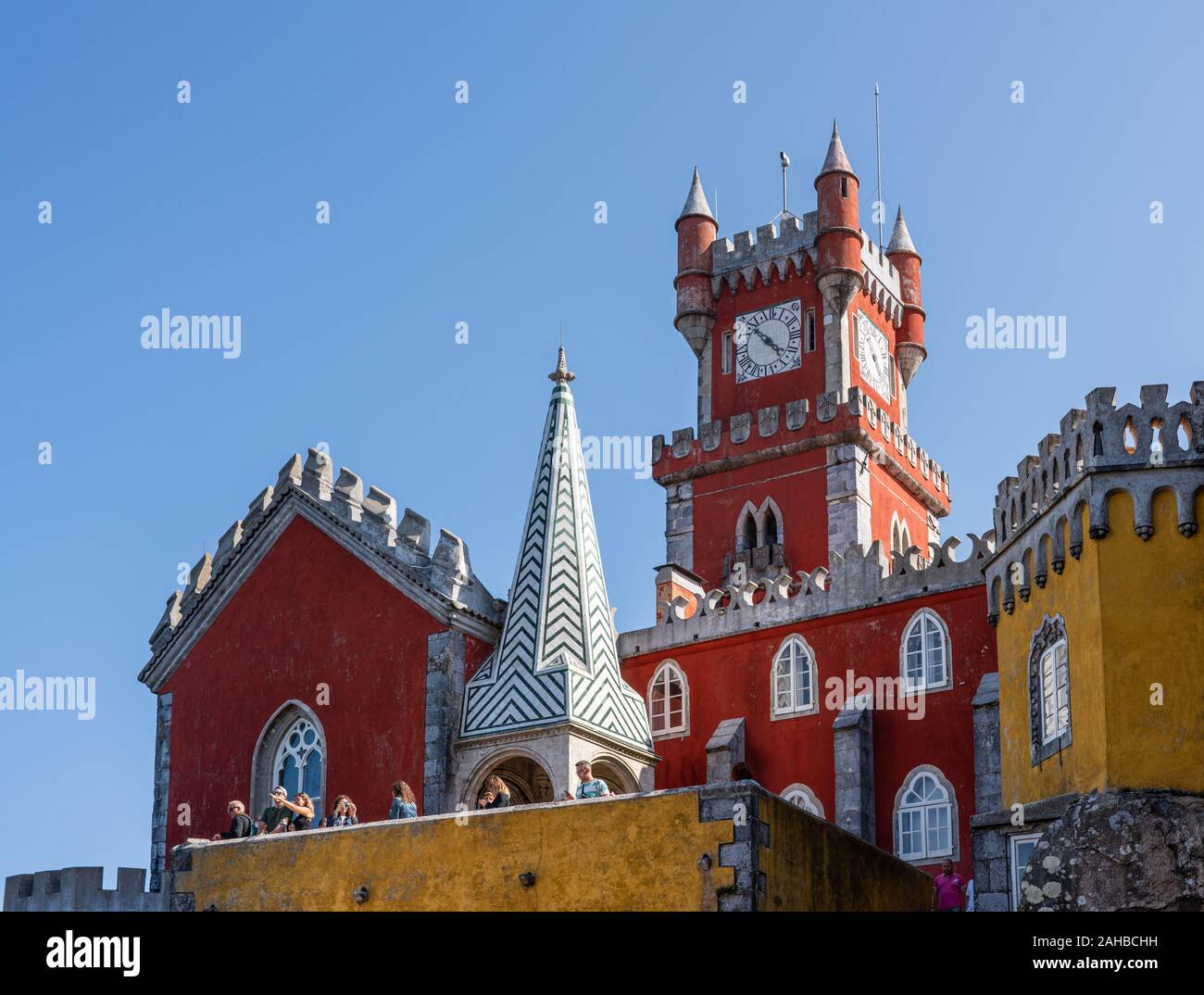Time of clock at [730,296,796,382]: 4:52
